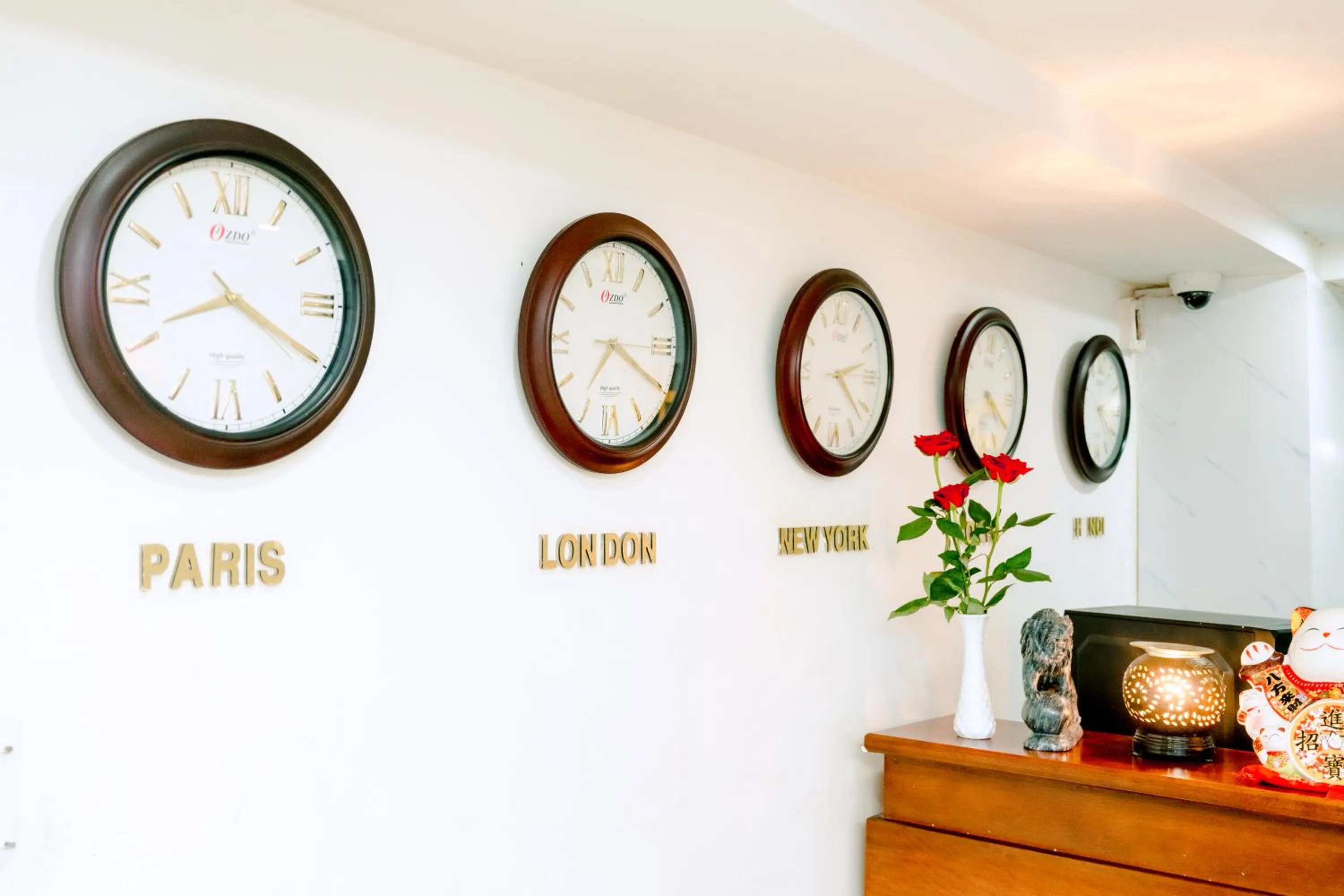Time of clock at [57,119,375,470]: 8:19
